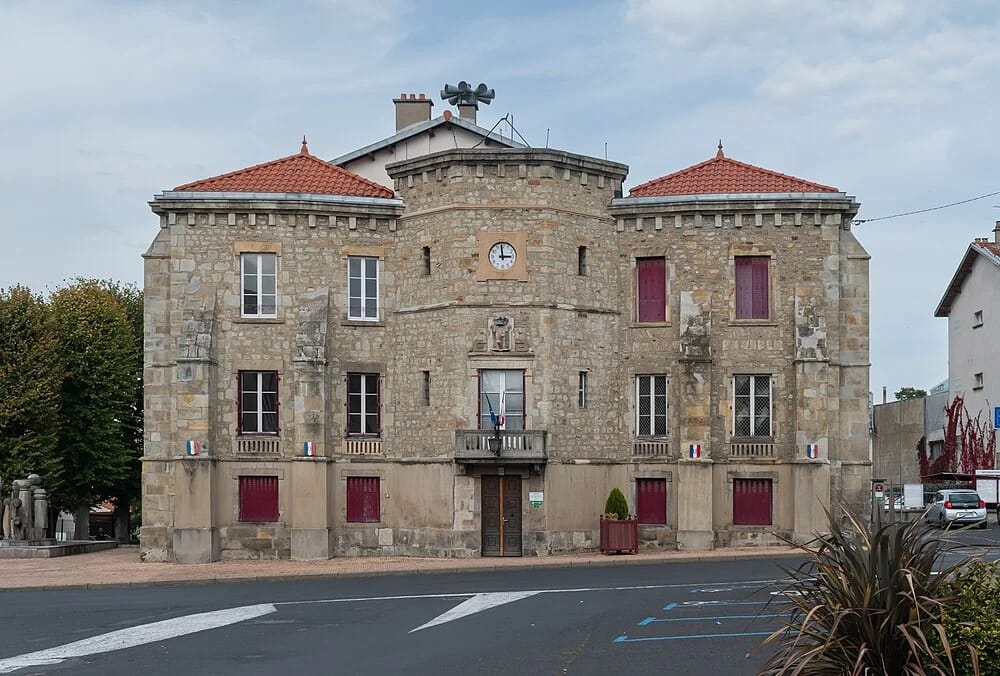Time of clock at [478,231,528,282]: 2:59
